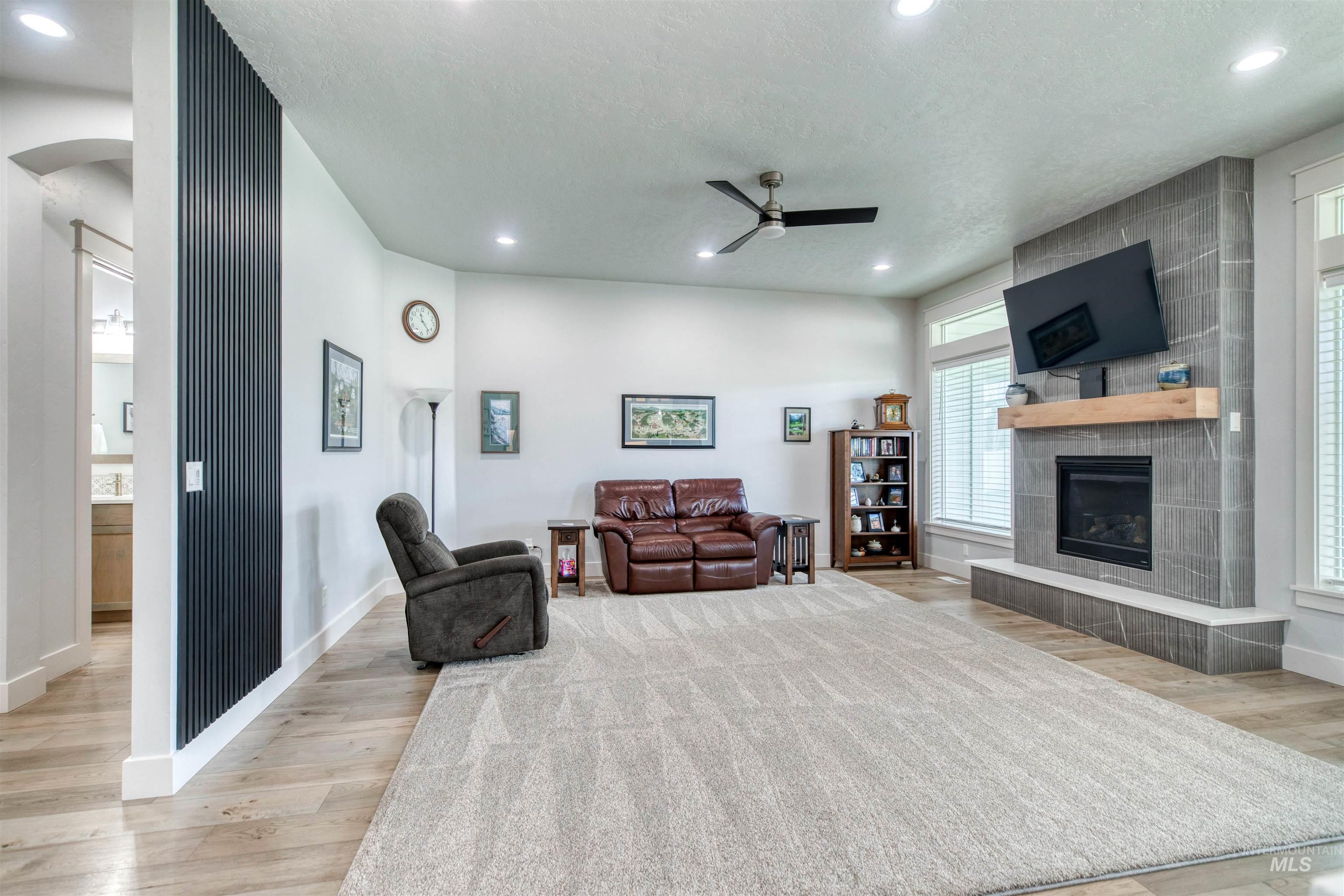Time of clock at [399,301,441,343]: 11:22
